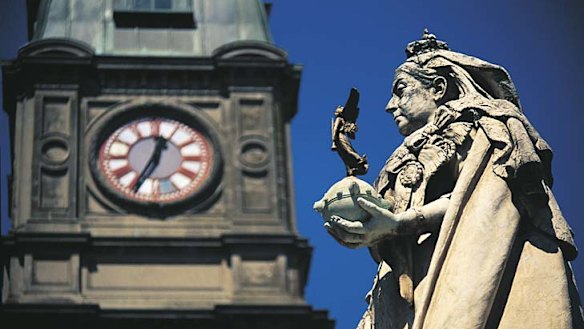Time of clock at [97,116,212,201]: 12:34
